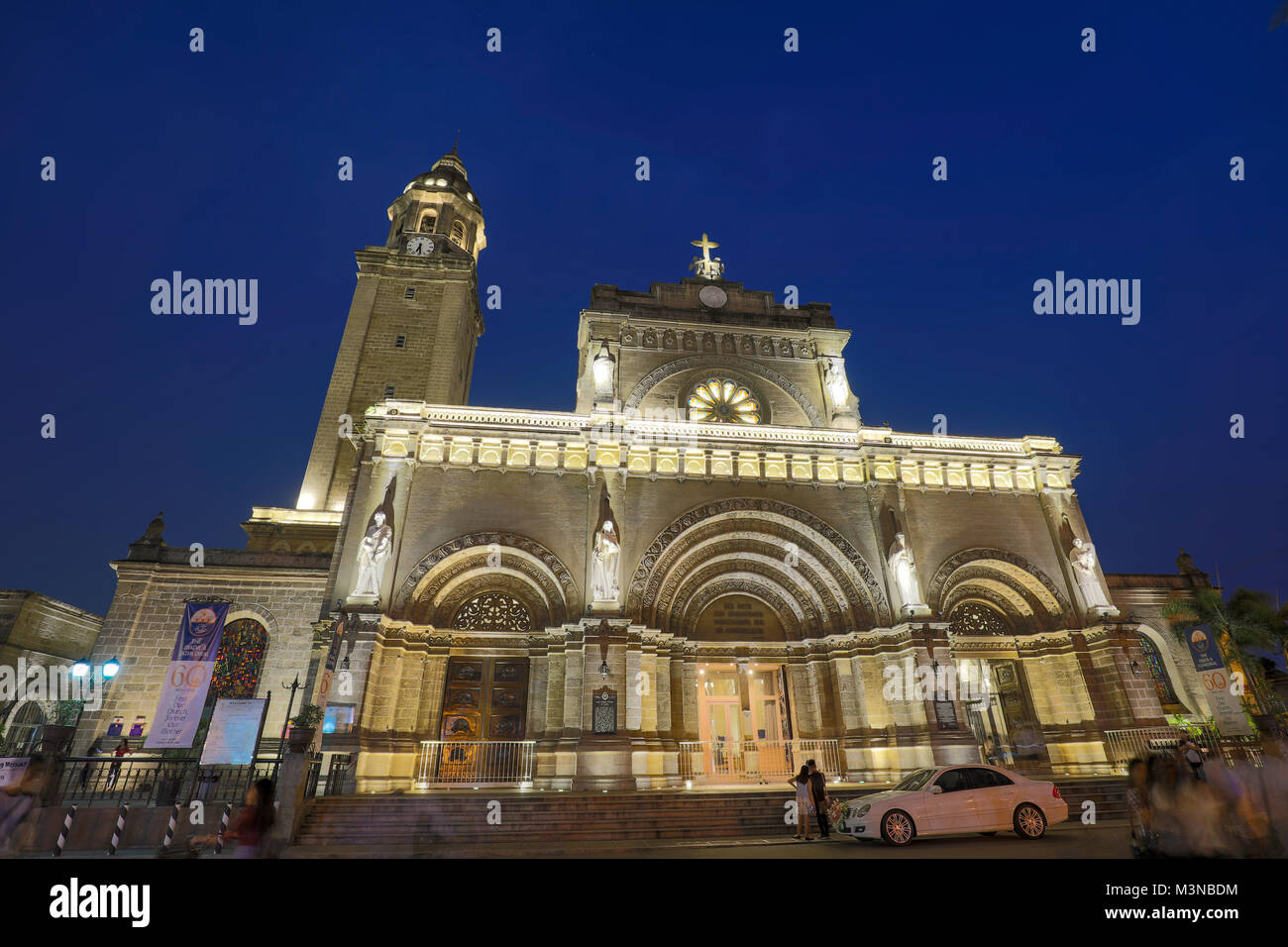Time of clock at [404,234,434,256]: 6:28
